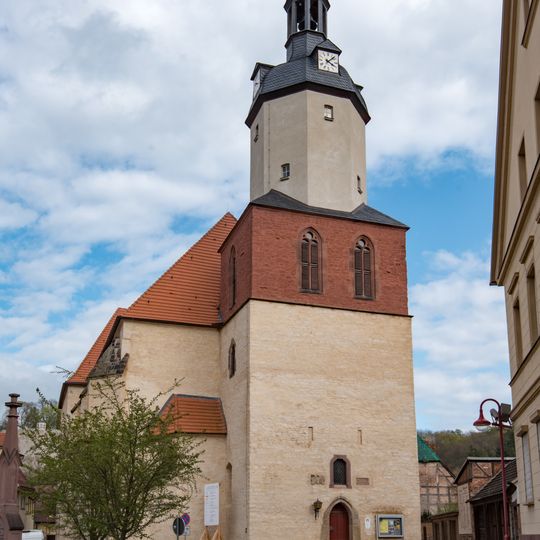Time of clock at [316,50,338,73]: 4:07
